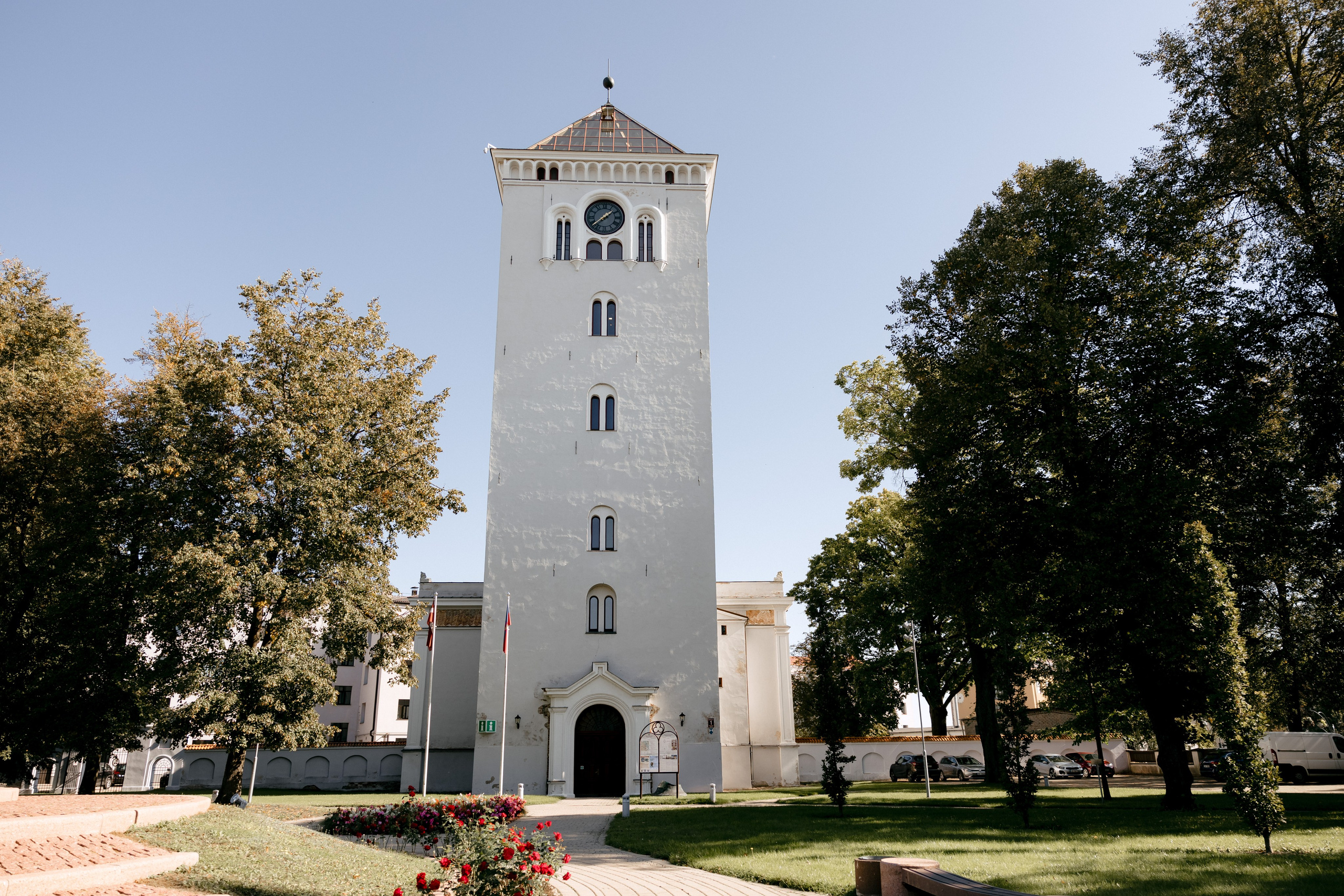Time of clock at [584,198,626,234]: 1:38
